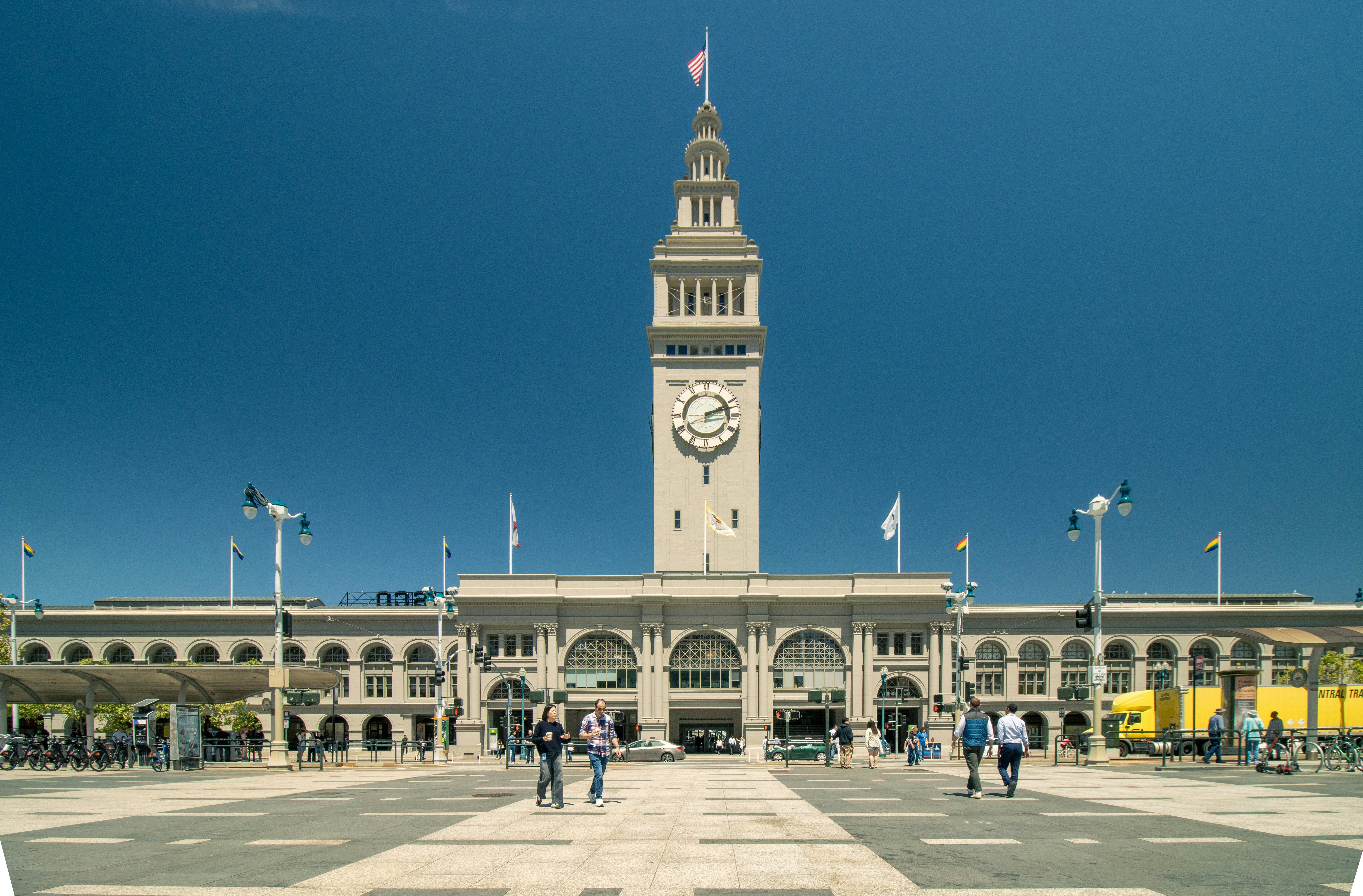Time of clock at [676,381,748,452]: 2:12
